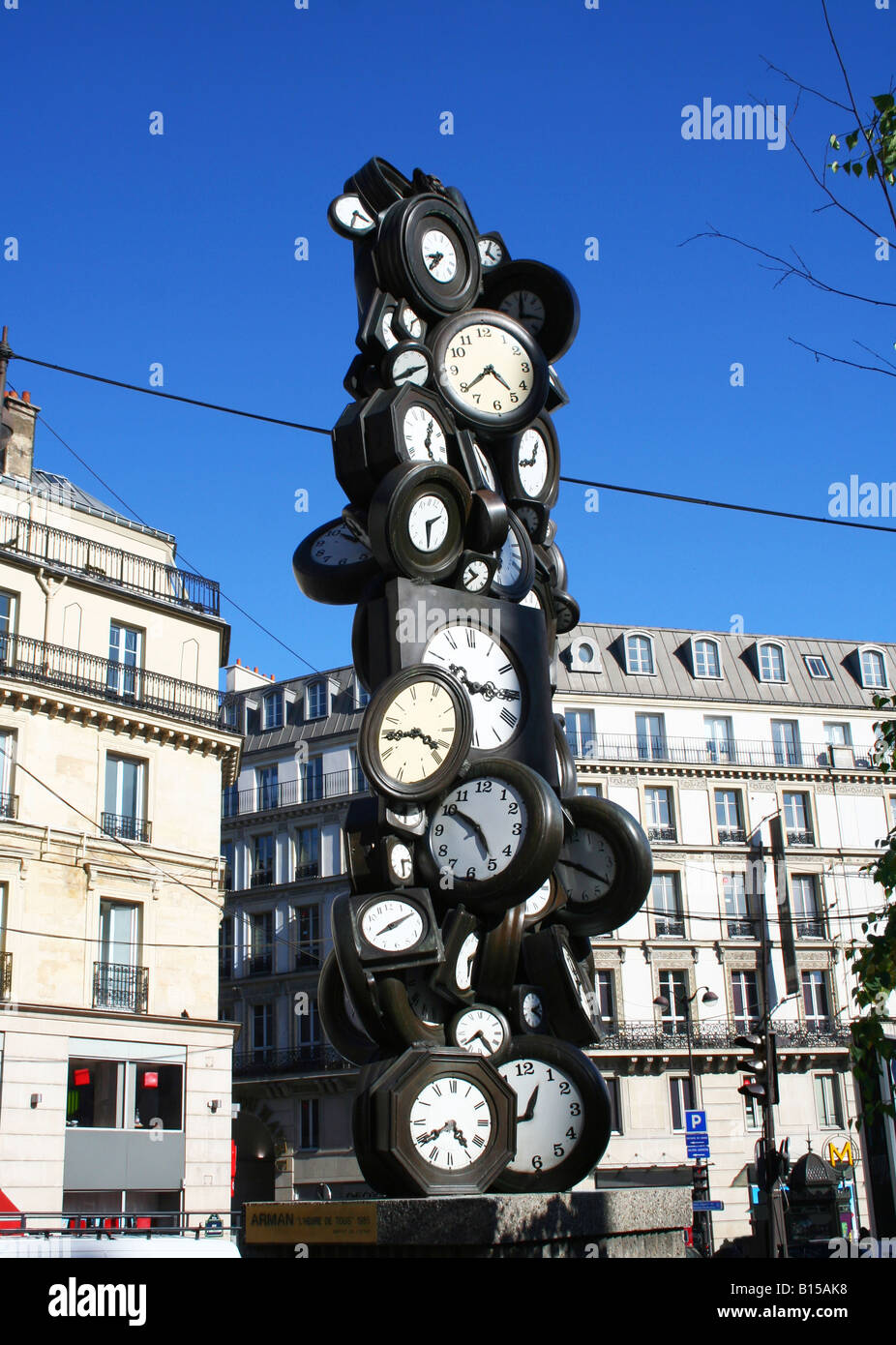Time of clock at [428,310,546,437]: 4:39
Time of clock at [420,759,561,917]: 4:50
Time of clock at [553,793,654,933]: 9:20
